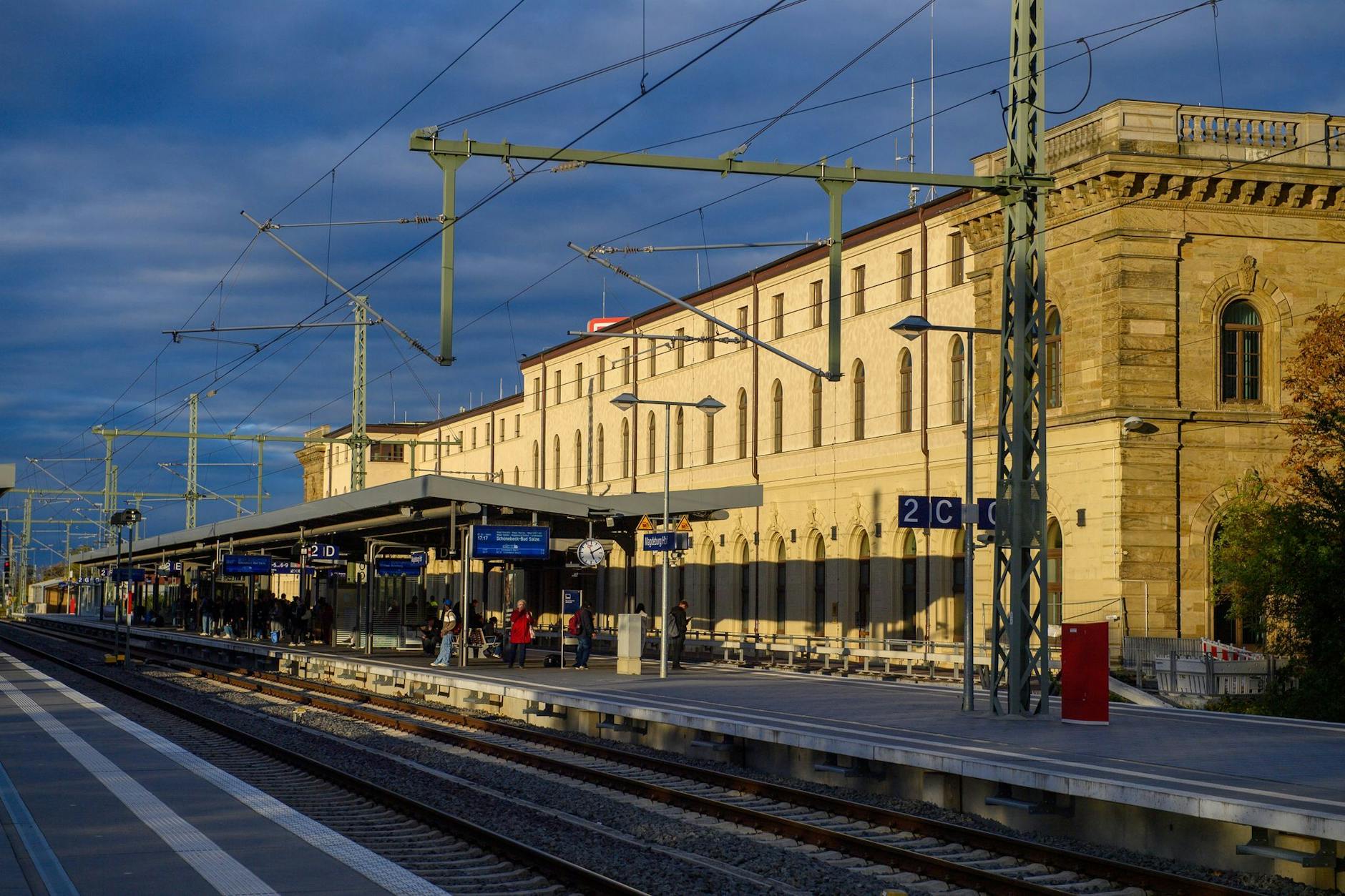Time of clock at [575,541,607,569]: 5:10
